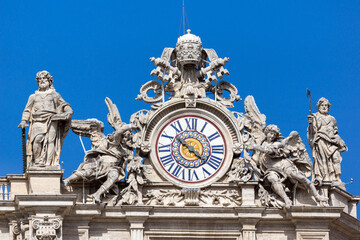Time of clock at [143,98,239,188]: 10:21
